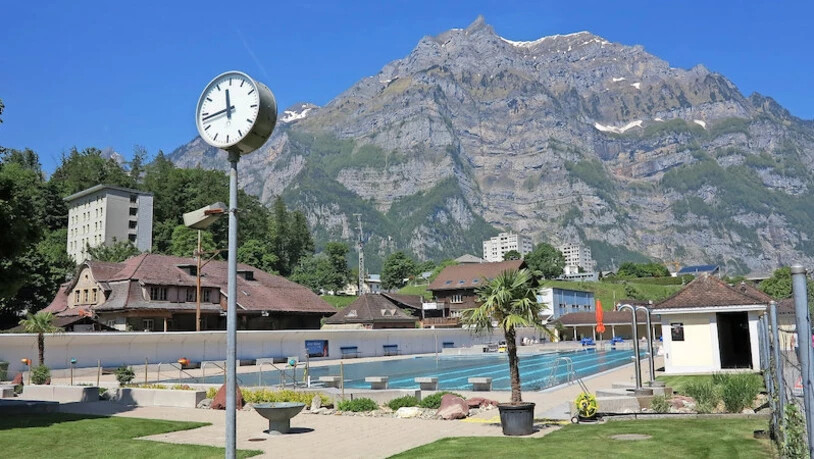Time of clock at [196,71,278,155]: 11:43
